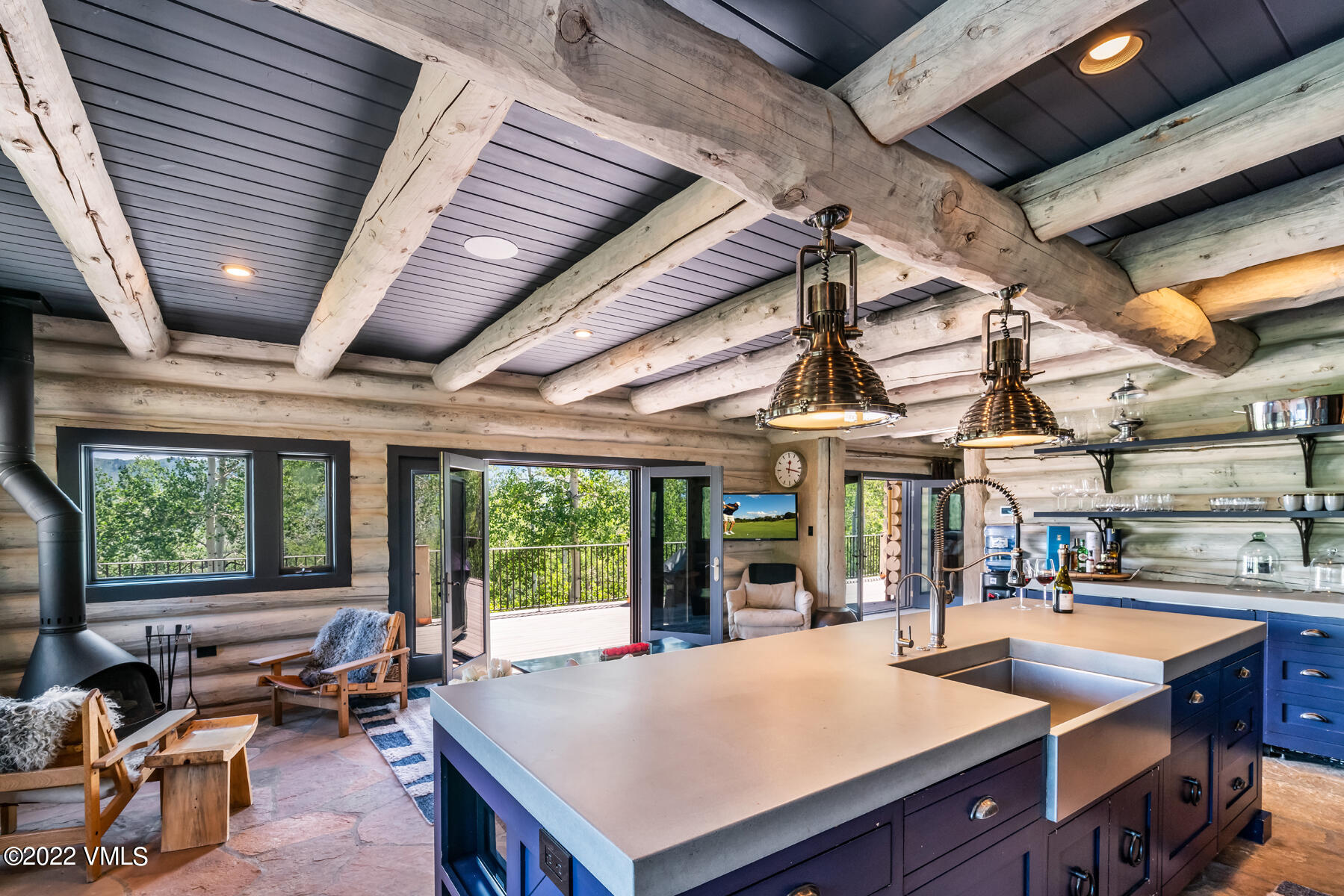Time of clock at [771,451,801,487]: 12:17
